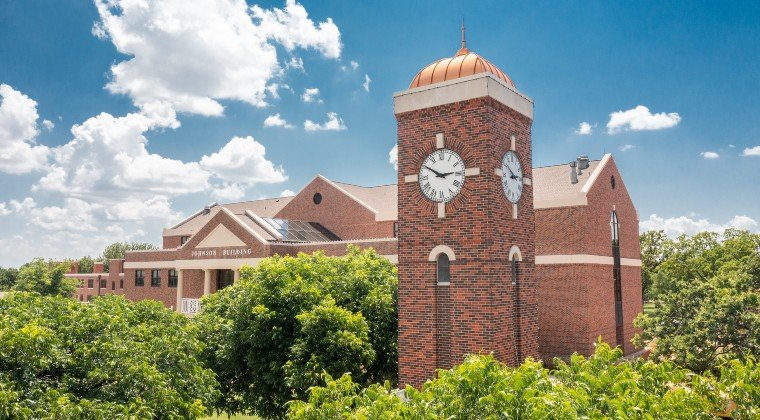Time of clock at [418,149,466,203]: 2:50
